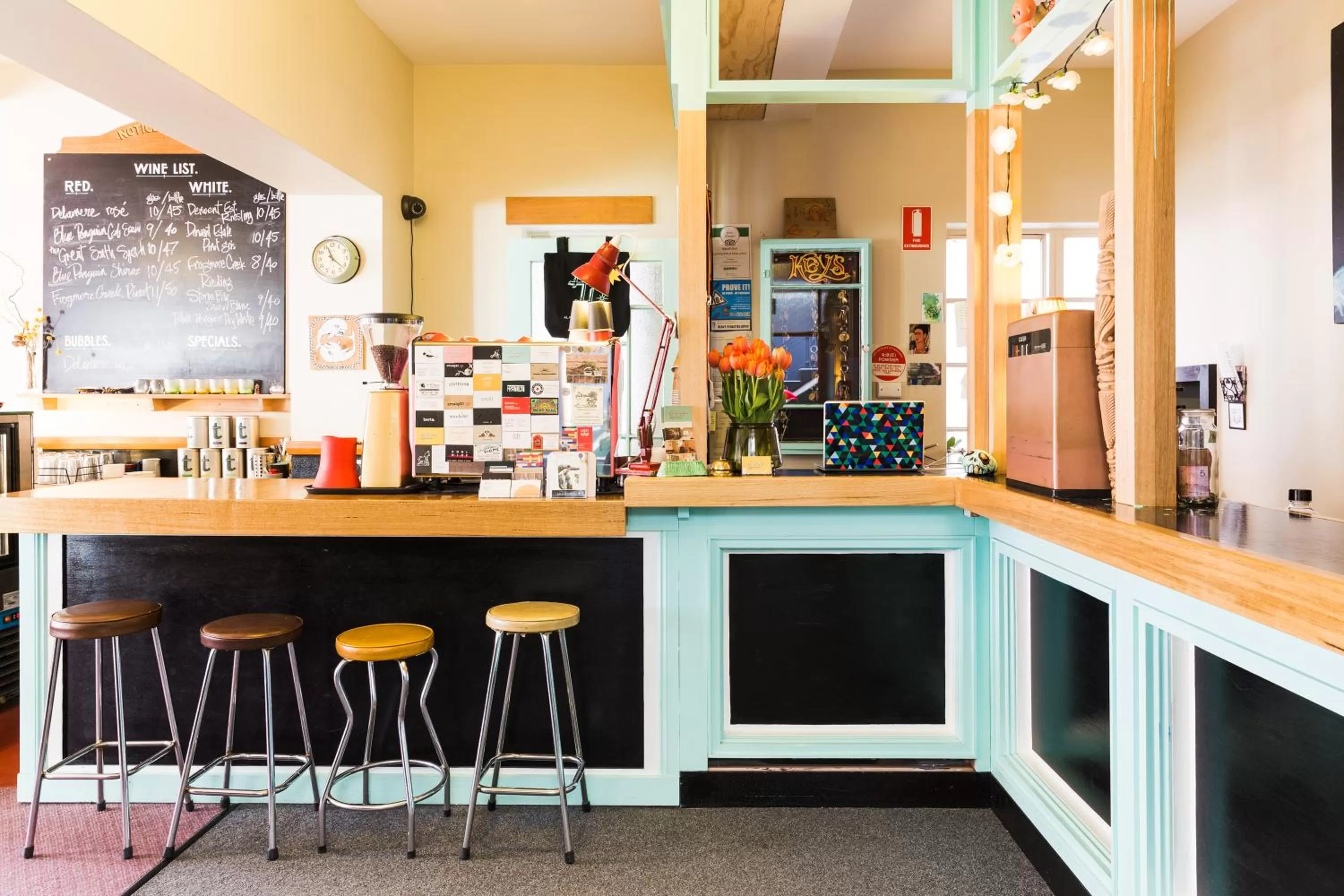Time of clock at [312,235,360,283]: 11:21
